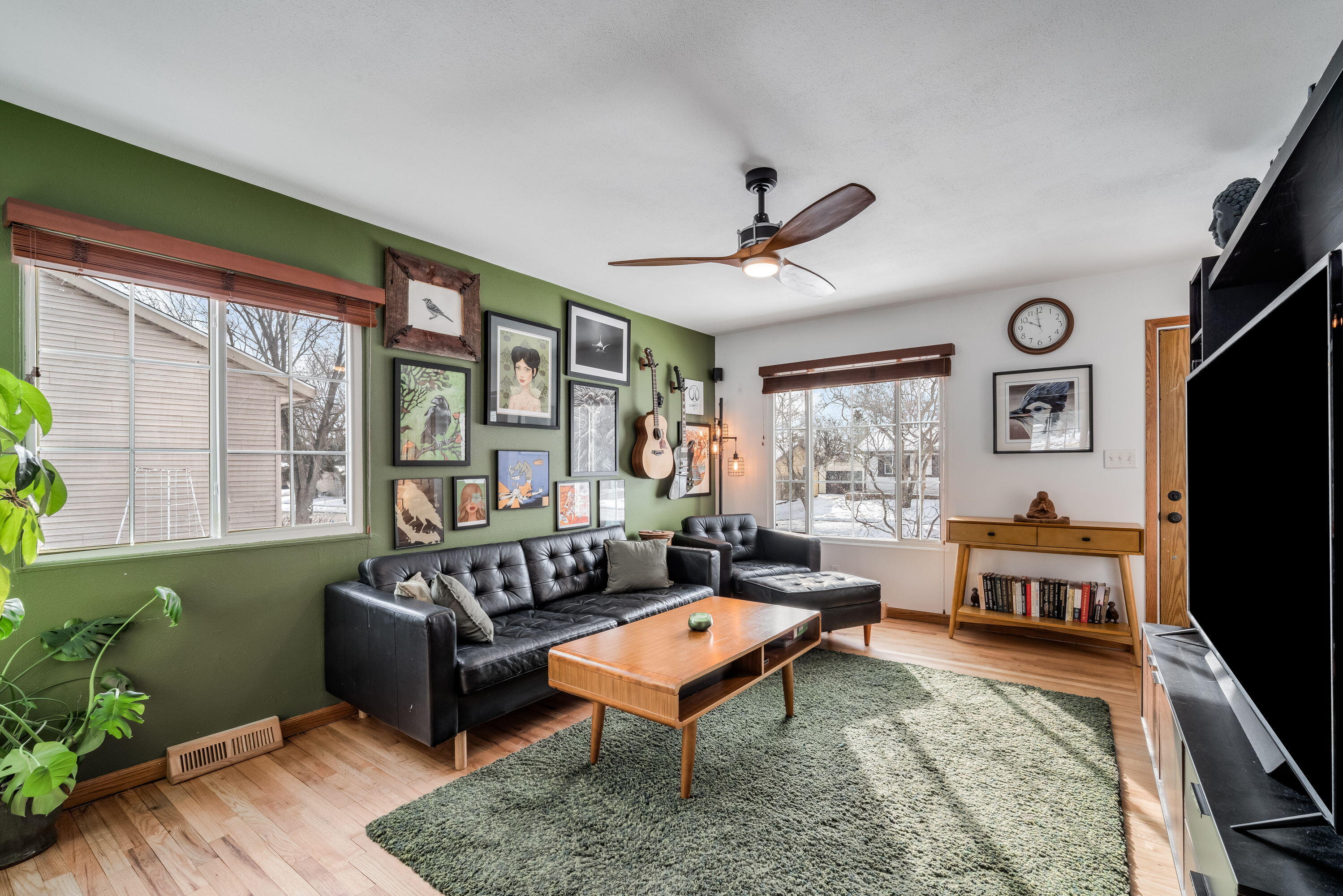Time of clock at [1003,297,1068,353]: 9:58
